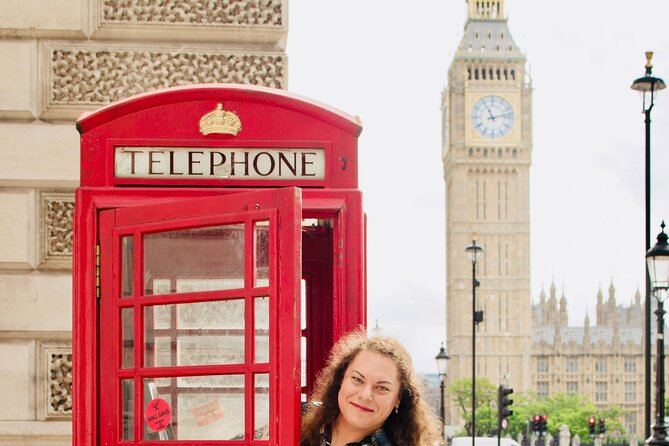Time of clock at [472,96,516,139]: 11:12
